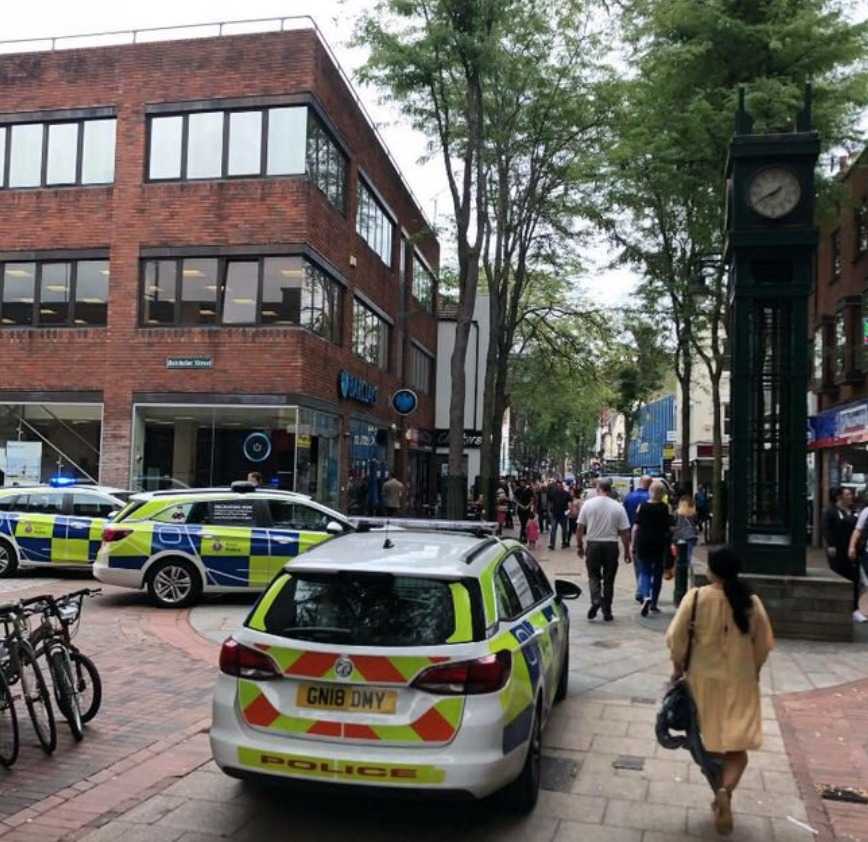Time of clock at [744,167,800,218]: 1:40
